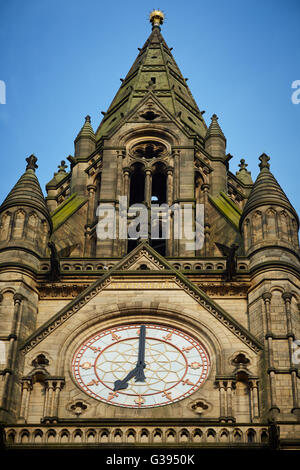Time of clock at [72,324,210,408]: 7:00
